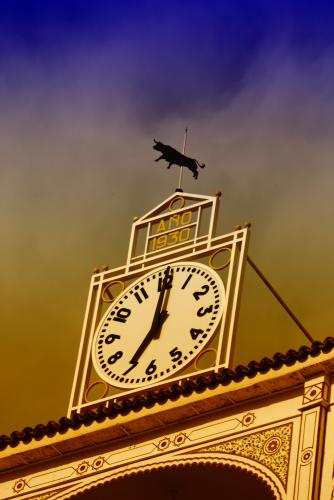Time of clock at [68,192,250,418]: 7:00
